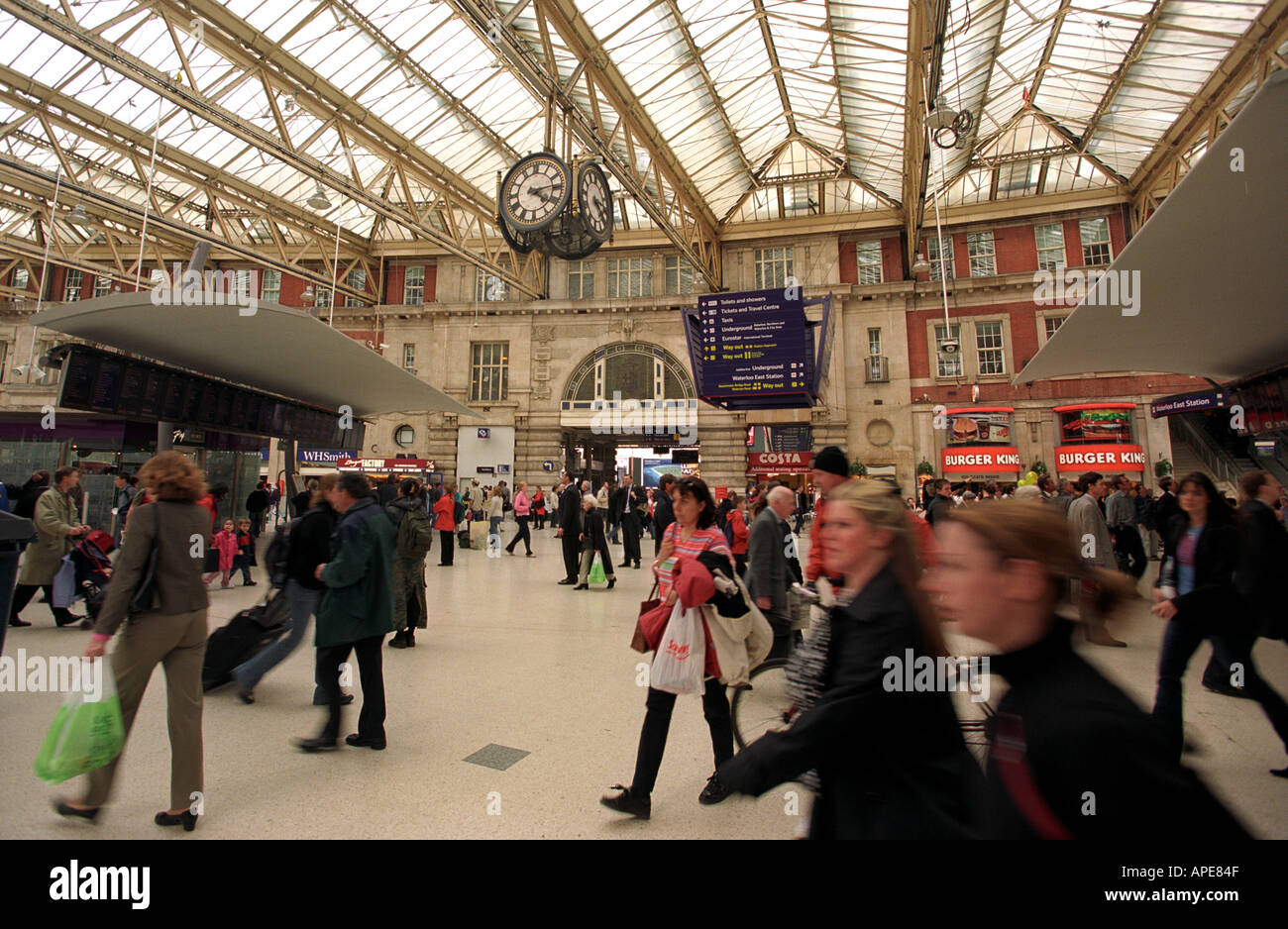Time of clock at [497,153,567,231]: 4:14
